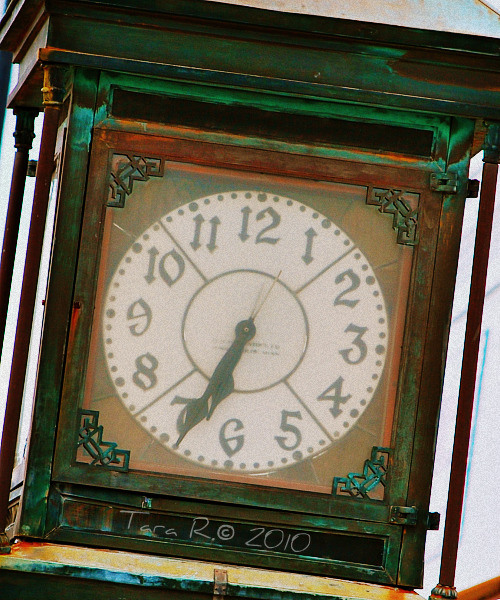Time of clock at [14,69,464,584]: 6:34
